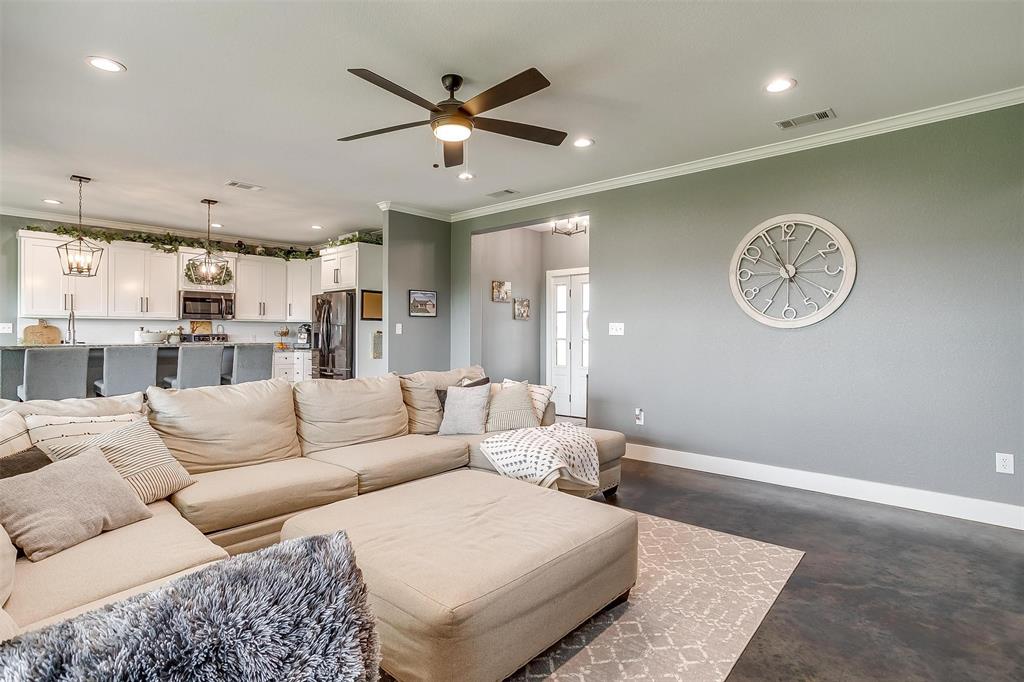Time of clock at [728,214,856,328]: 11:04
